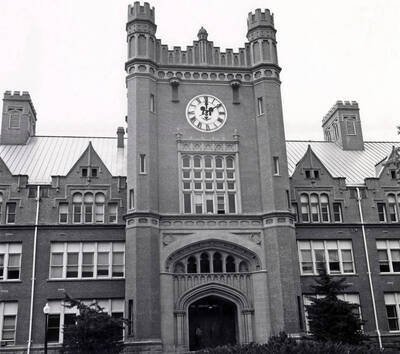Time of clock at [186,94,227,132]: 12:09
